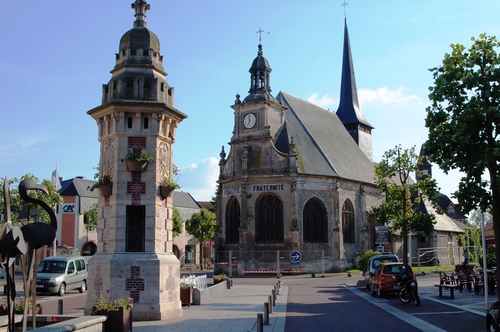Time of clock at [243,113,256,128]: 6:58
